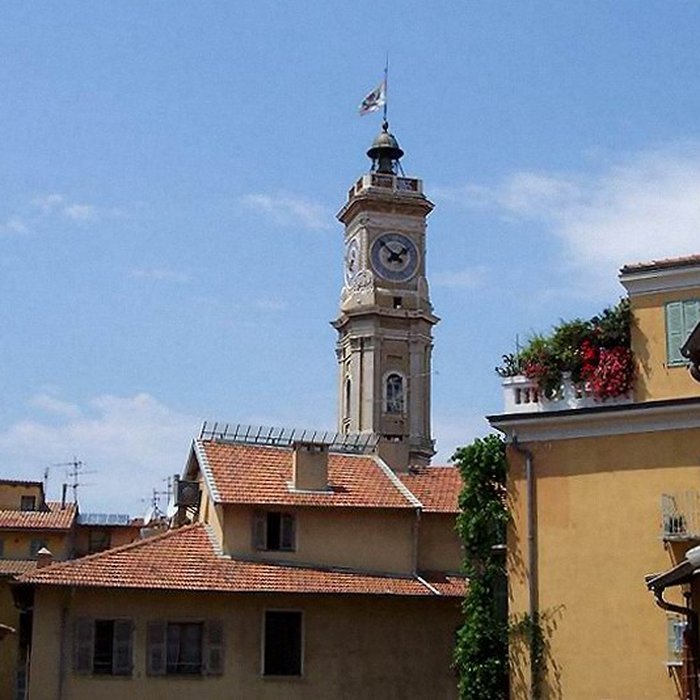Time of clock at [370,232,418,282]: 1:53
